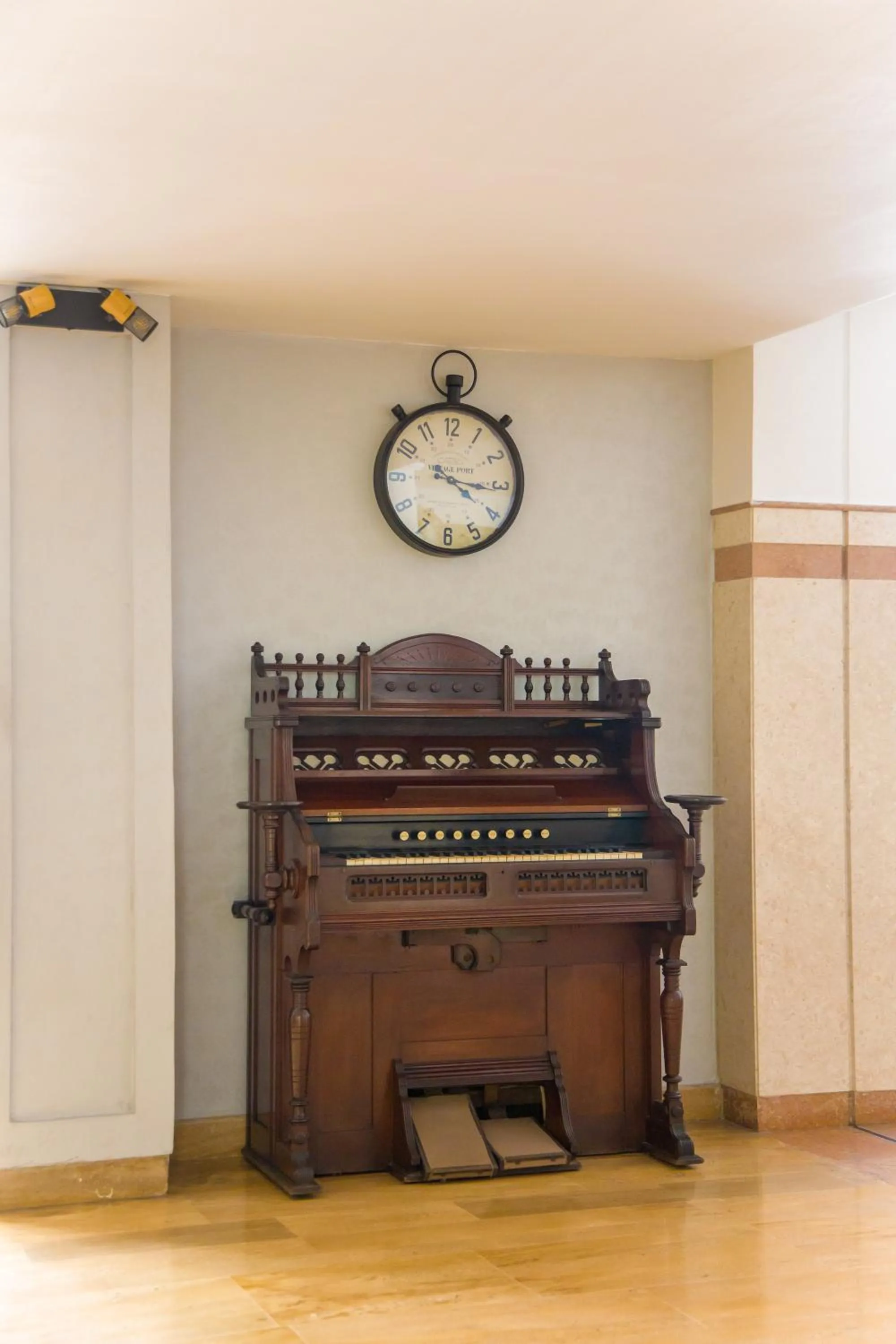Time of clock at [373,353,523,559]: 4:16
